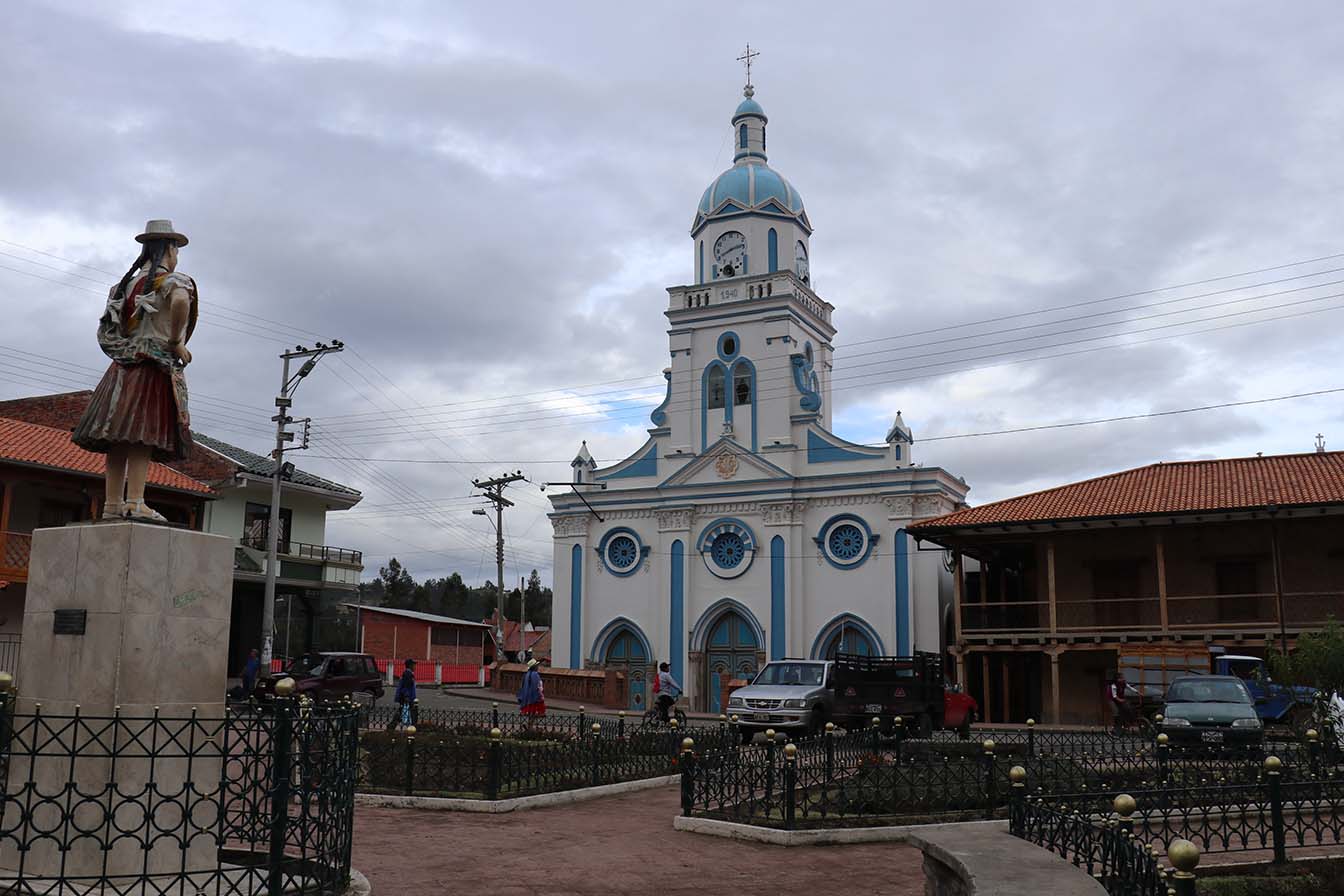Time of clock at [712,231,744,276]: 8:12
